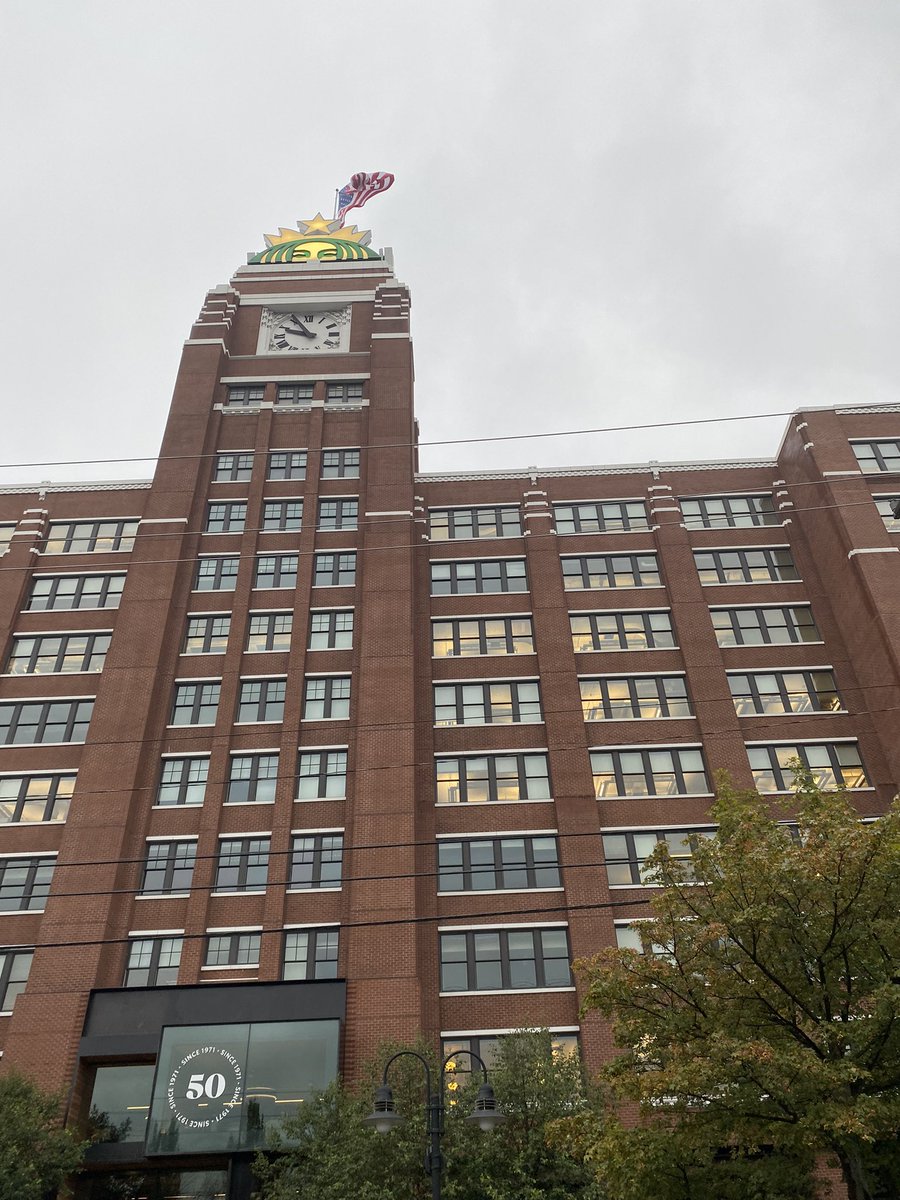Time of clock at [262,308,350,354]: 9:55
